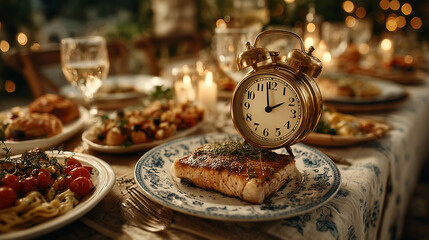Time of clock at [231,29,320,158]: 1:59
